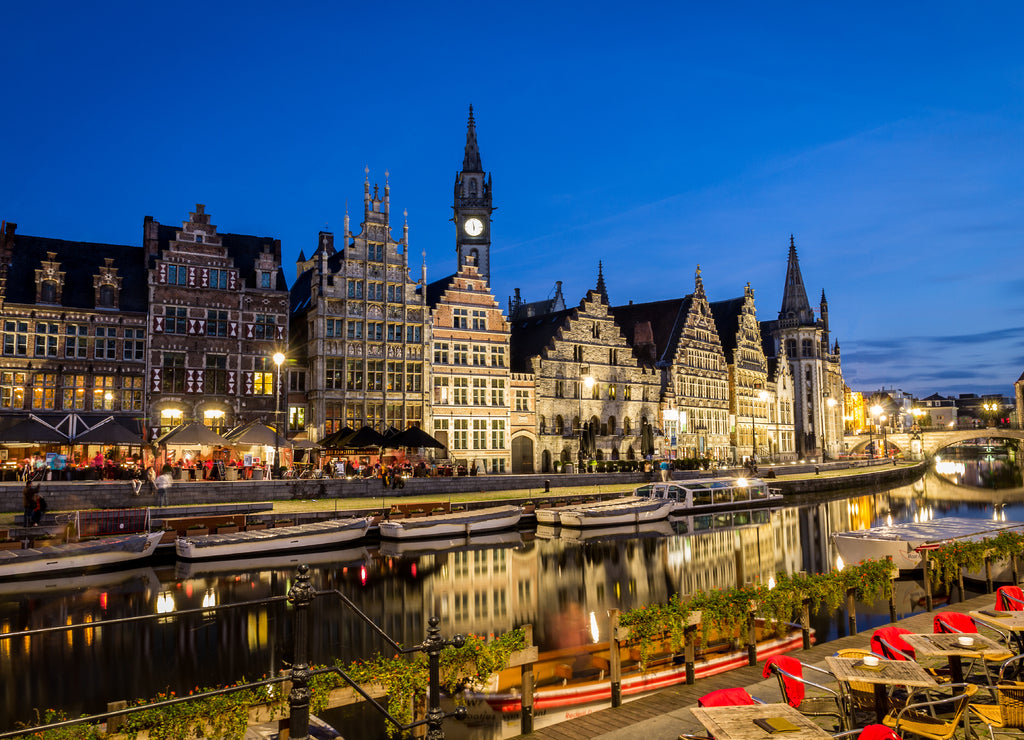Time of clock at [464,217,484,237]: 5:58
